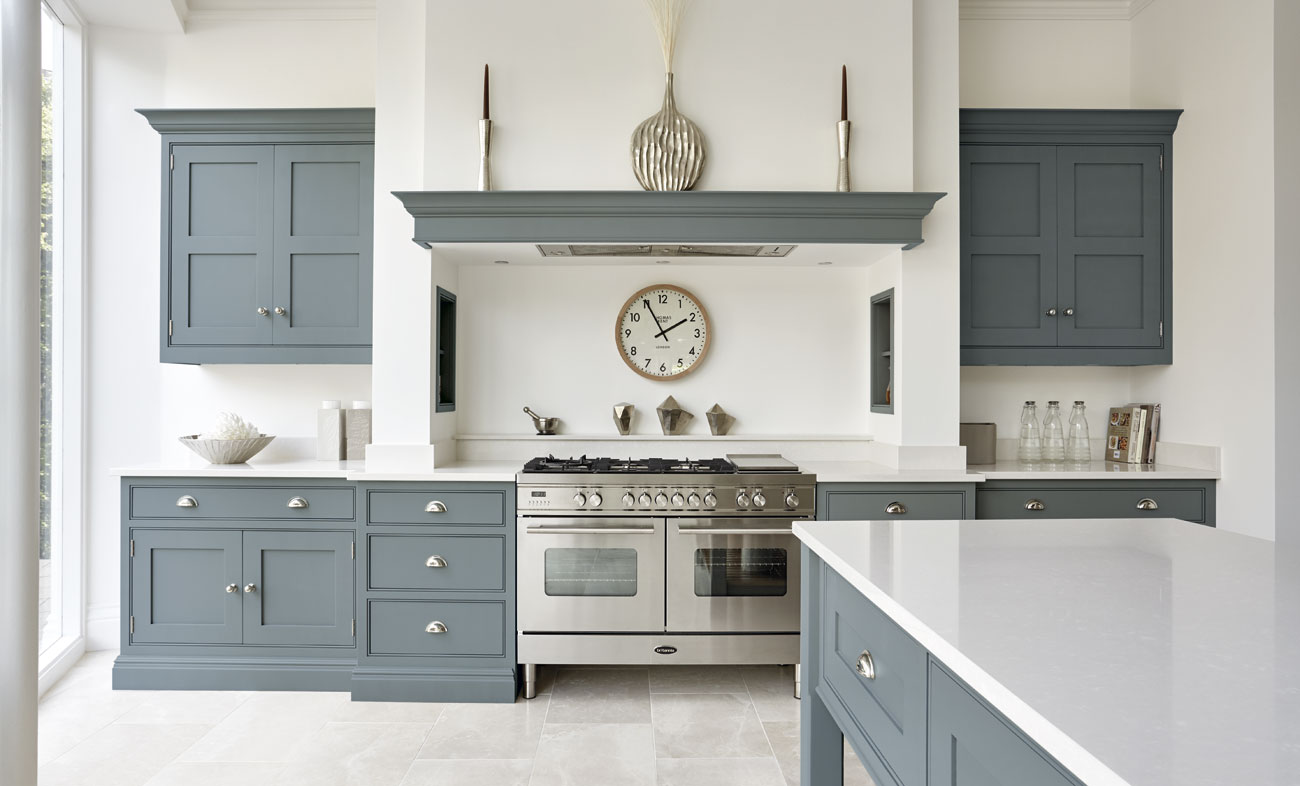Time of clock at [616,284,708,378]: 1:55
